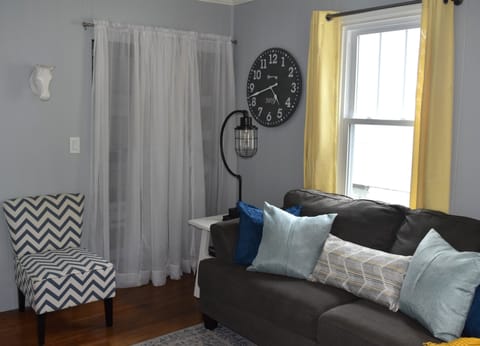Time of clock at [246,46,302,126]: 4:42
